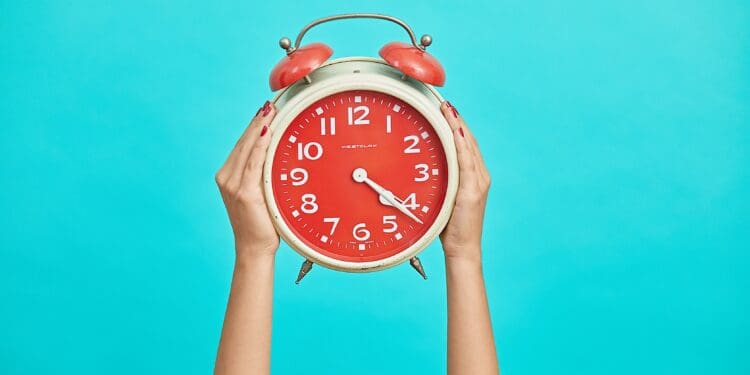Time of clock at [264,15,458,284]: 4:21
